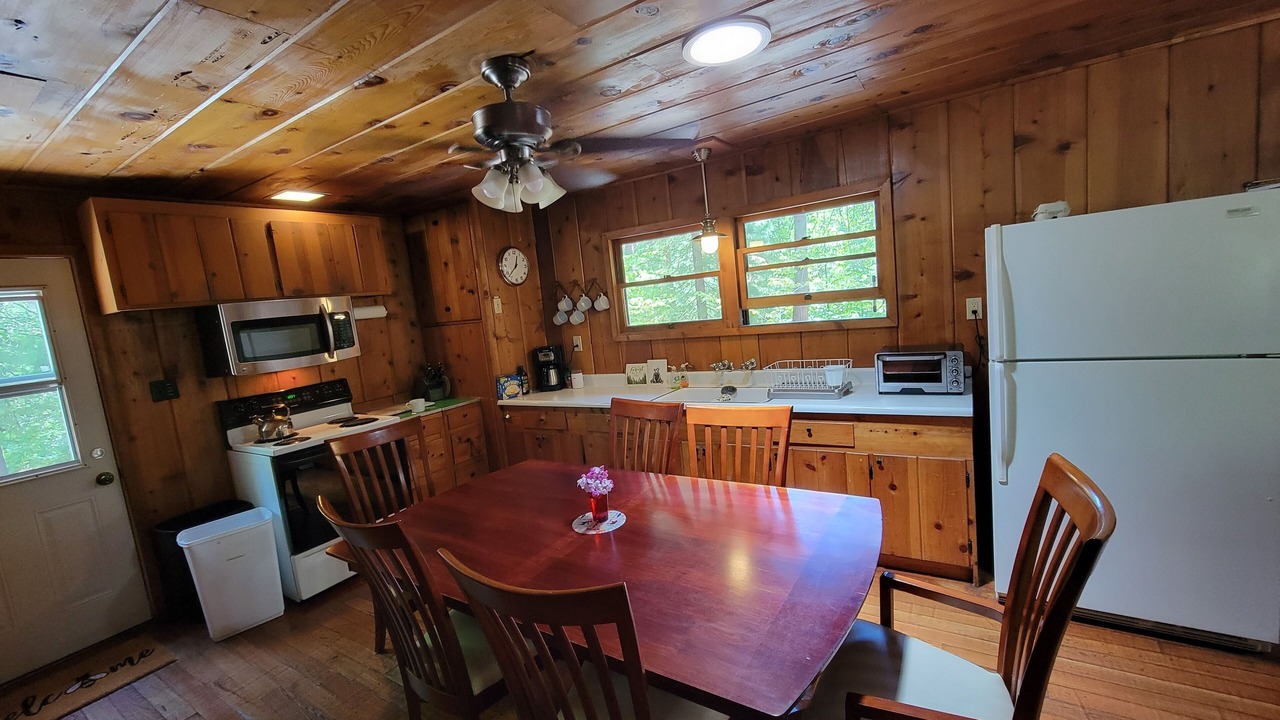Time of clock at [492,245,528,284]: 12:37
